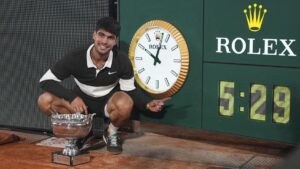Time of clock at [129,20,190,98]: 10:02
